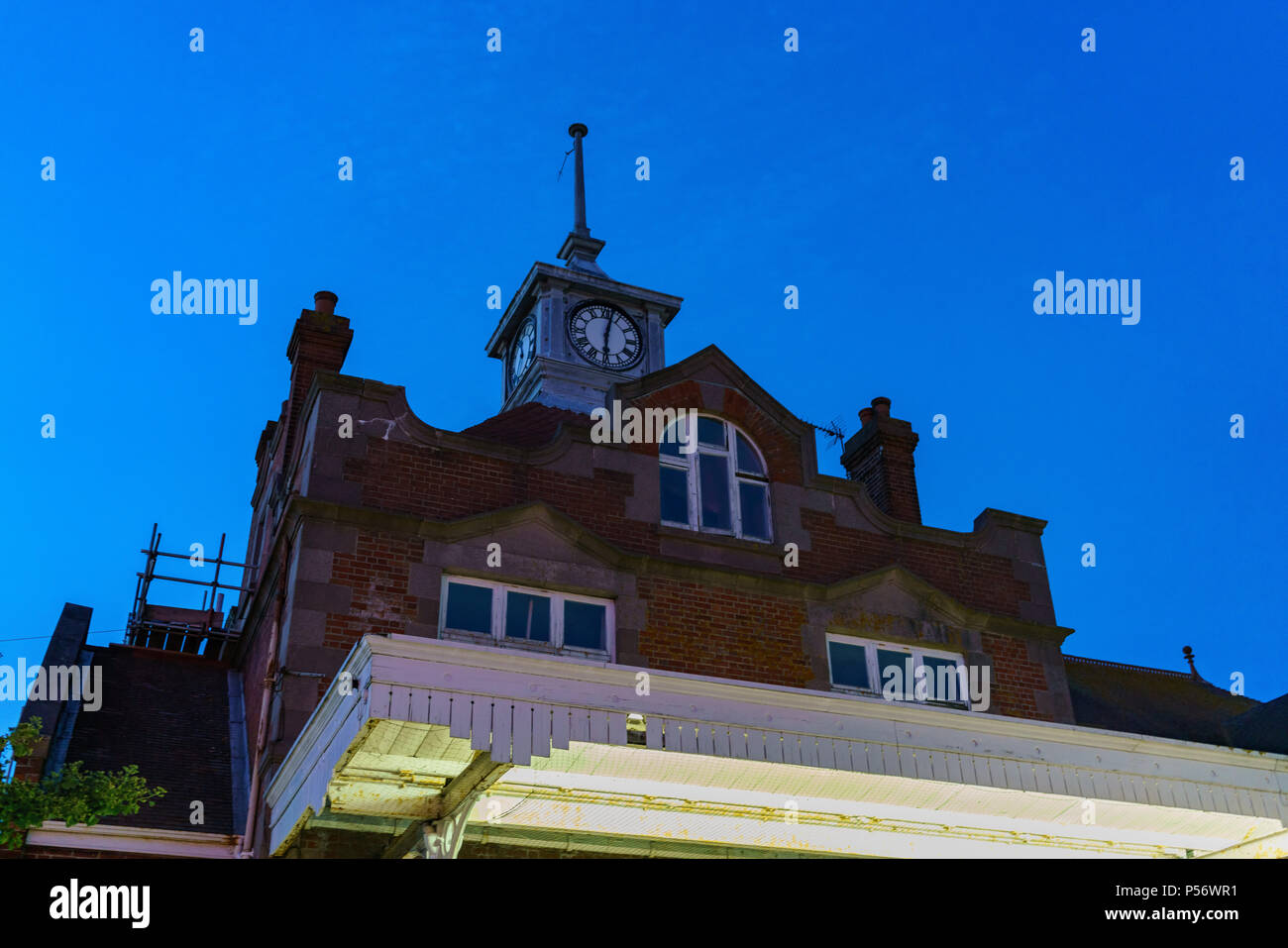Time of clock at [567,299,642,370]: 6:02
